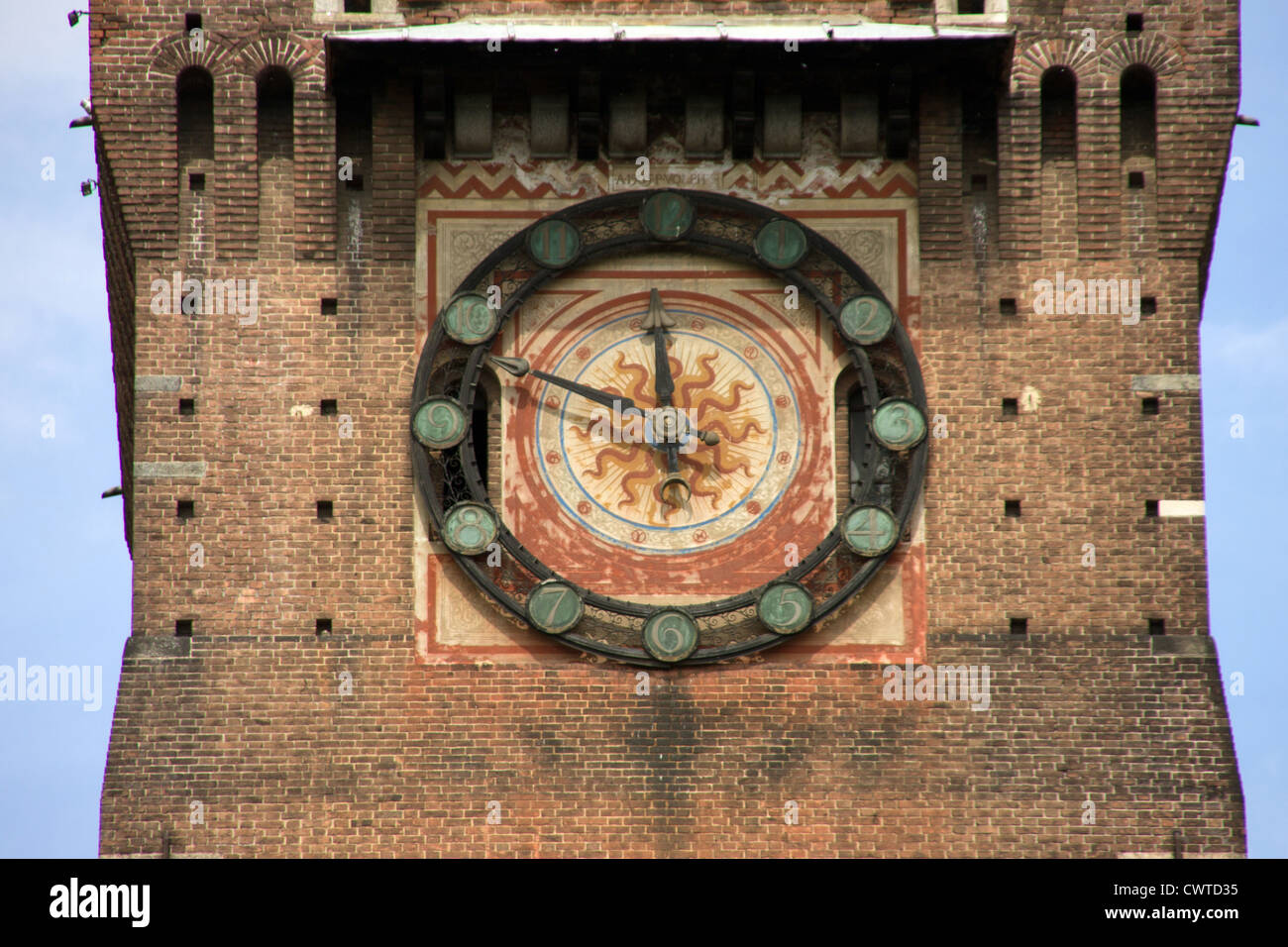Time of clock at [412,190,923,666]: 11:48
